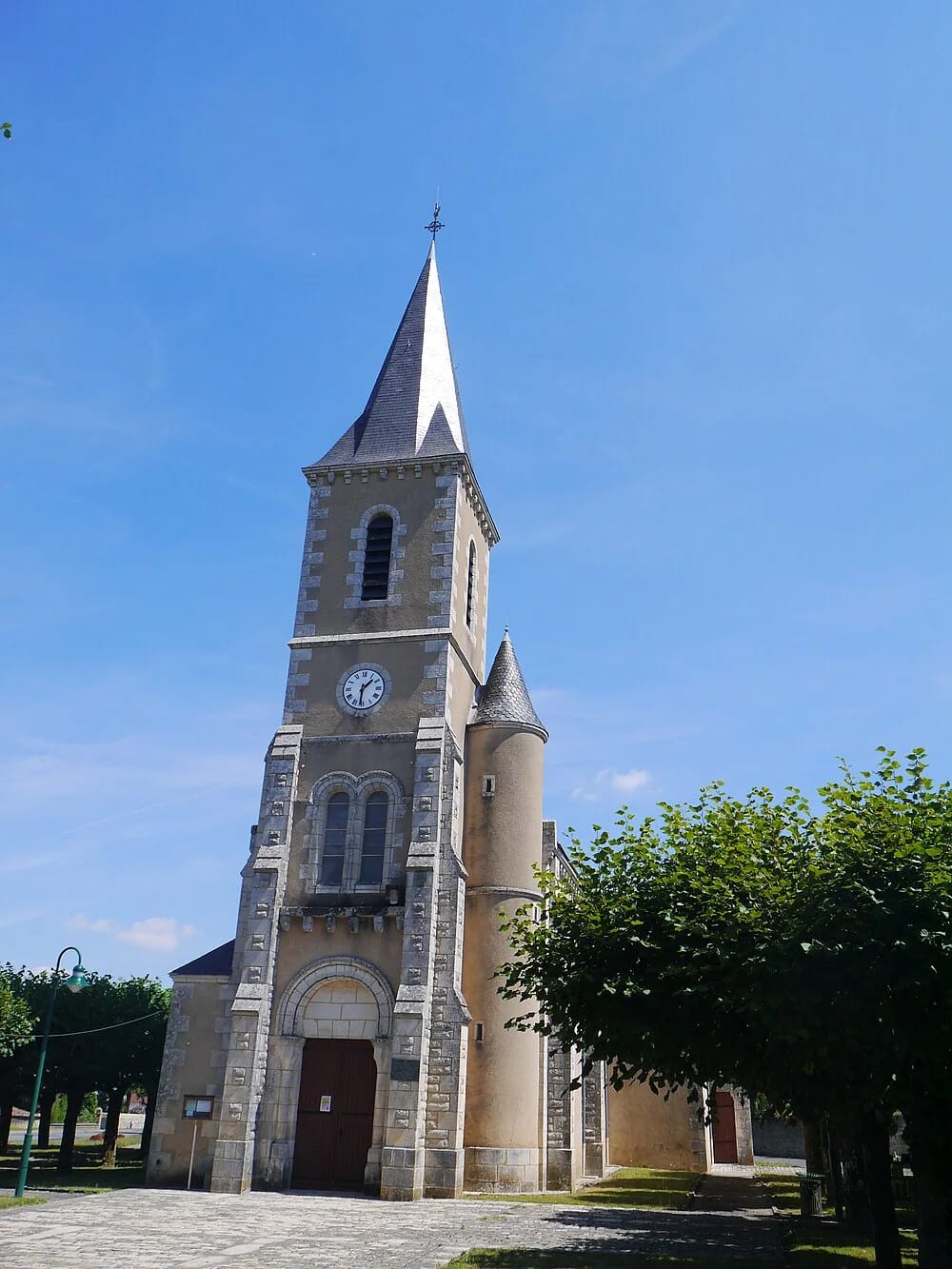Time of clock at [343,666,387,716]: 1:31
